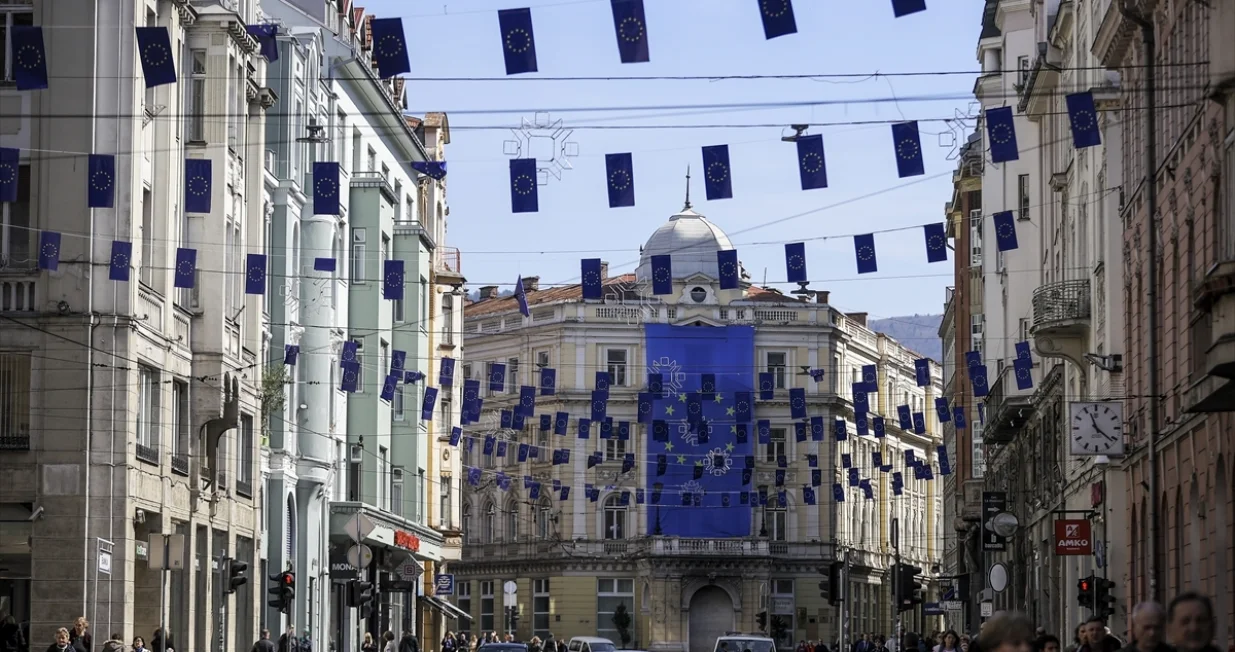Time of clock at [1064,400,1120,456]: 11:21
